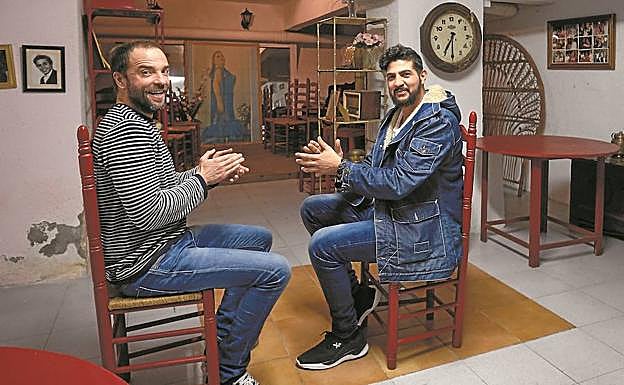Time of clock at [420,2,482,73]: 7:30
